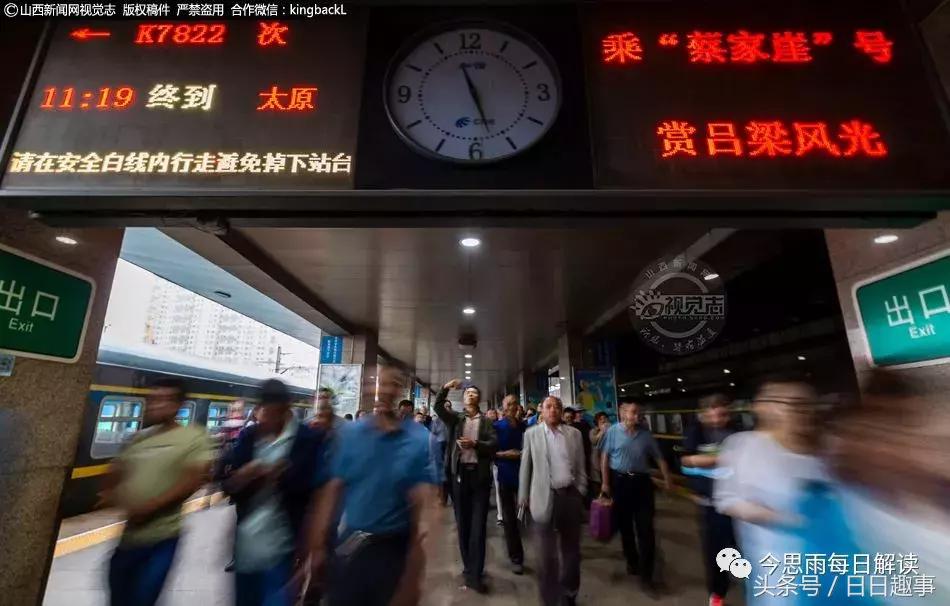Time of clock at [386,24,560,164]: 11:27
